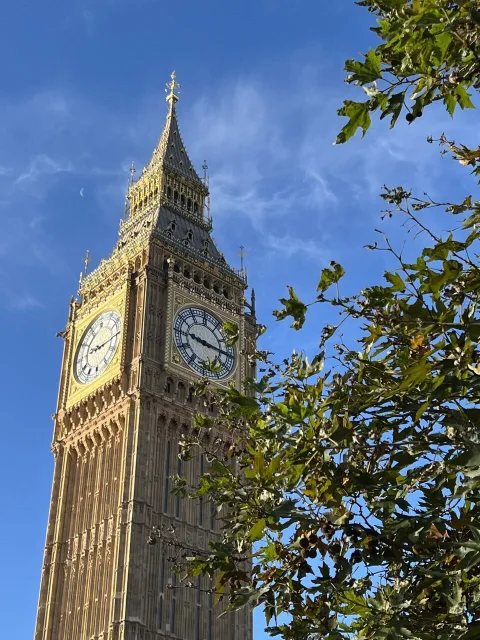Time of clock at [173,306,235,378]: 9:15
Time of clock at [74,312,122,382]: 9:14
